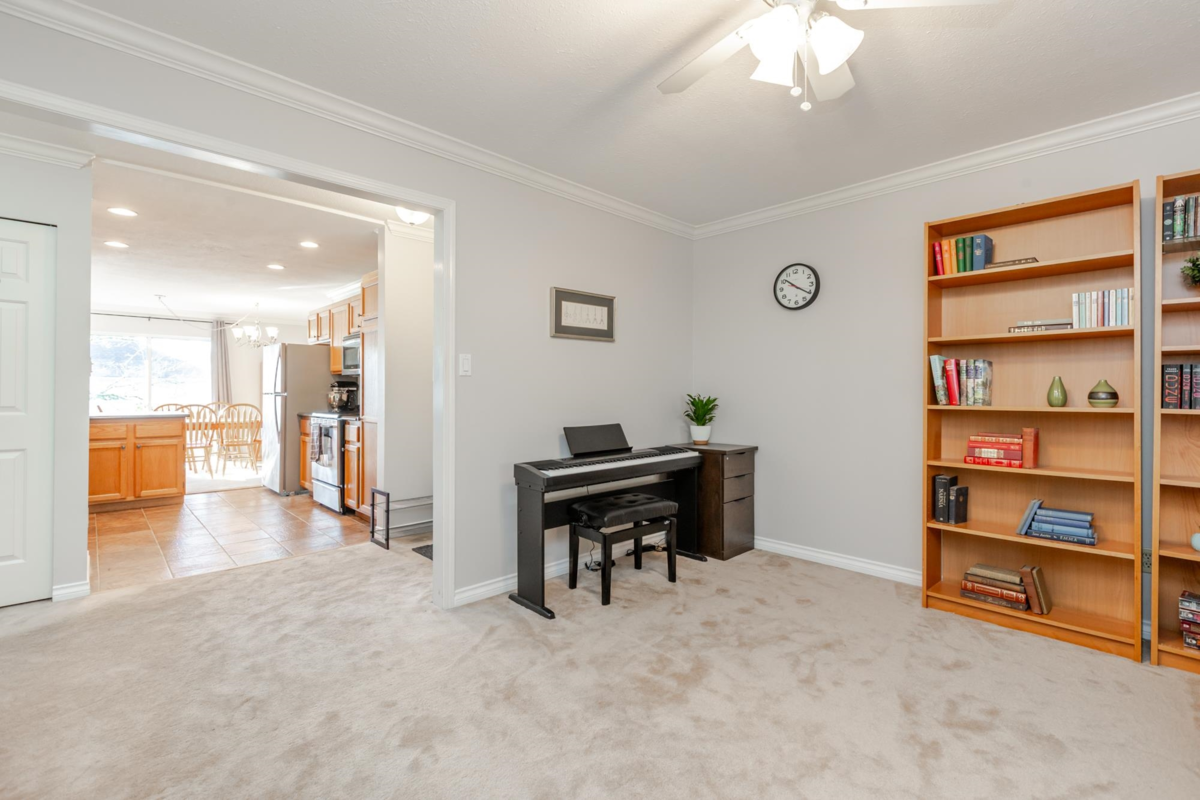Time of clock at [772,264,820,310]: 10:20
